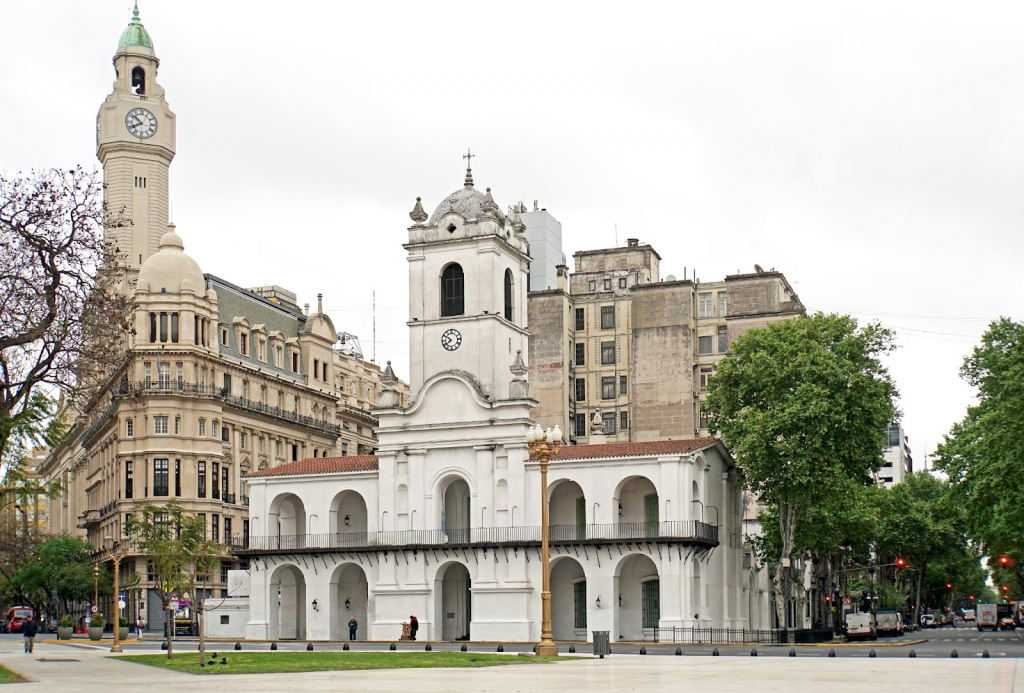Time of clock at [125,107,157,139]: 7:51
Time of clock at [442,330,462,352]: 7:50
